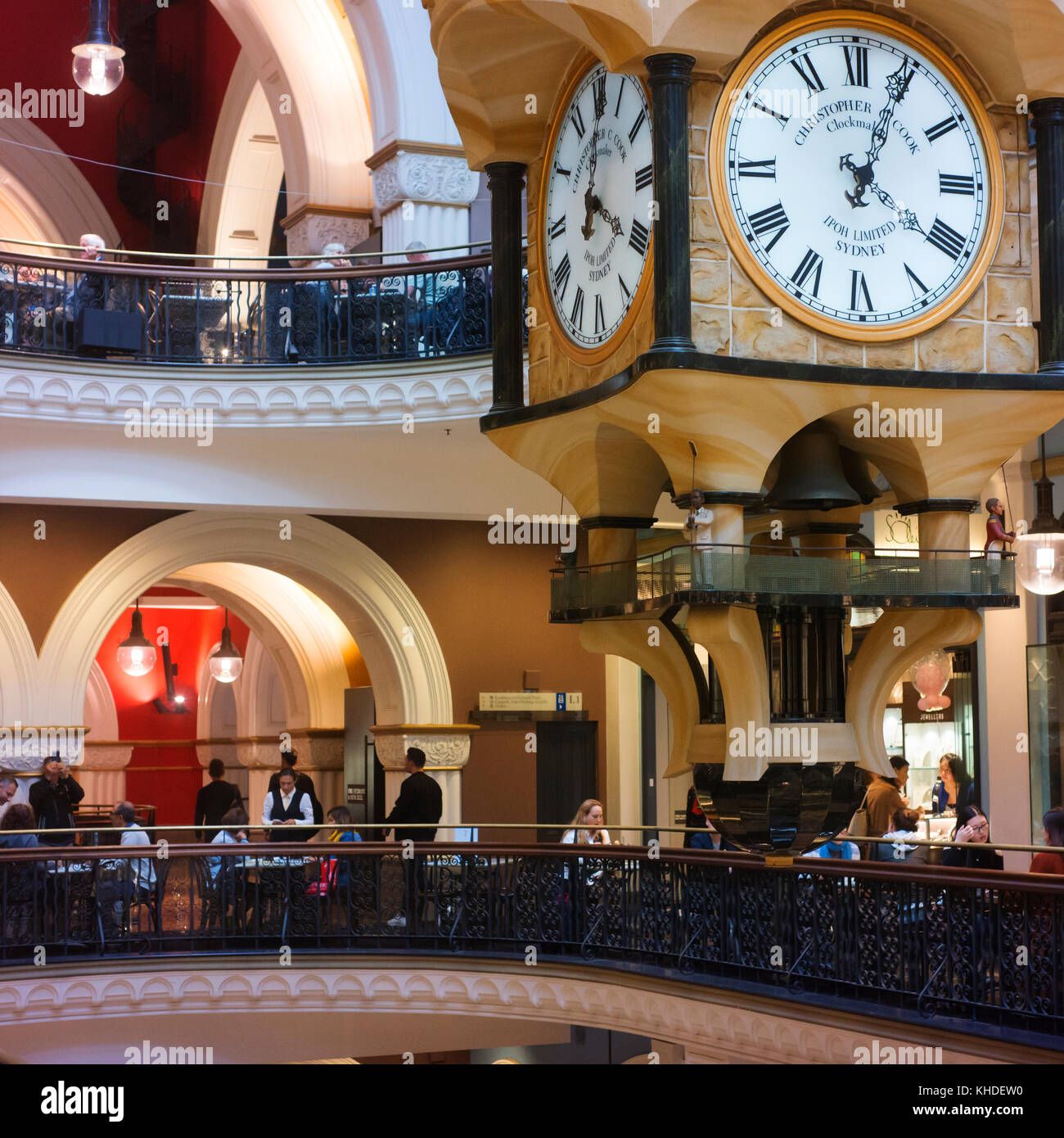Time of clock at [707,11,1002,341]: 4:03
